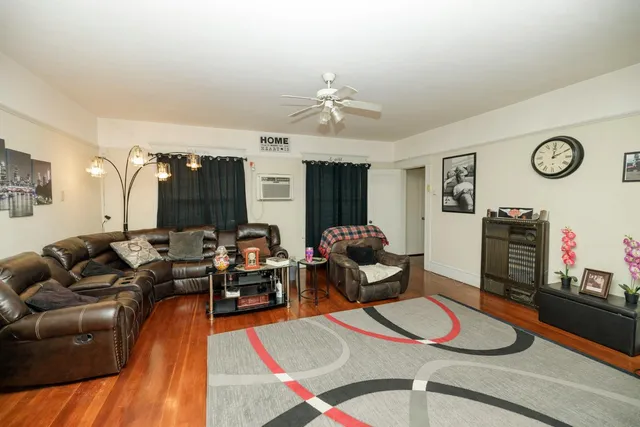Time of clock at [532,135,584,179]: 2:00
